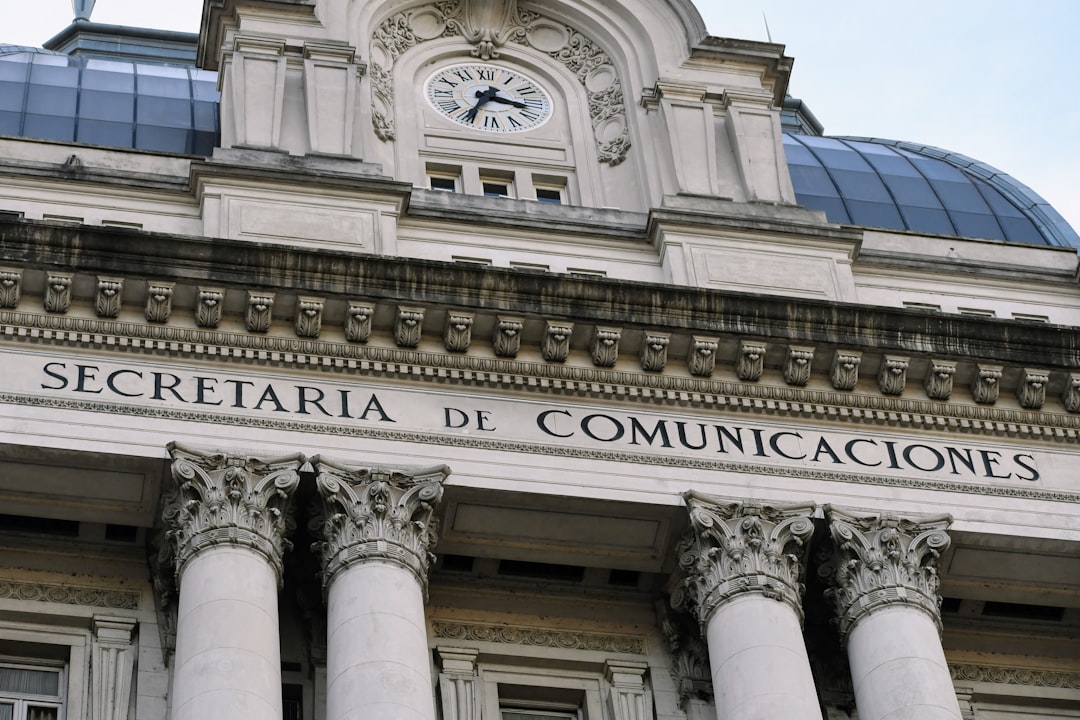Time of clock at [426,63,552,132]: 3:34
